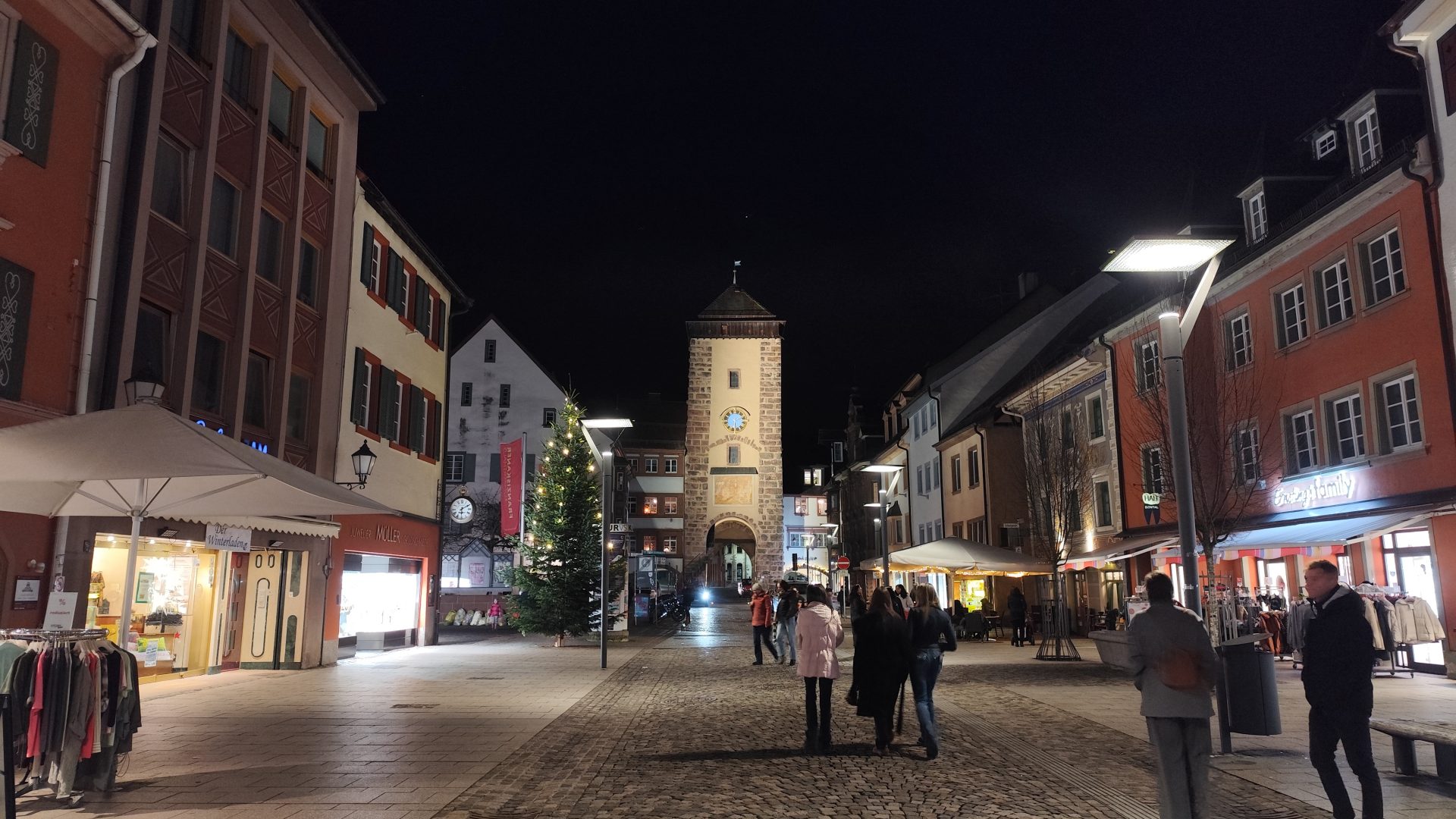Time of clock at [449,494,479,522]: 6:10
